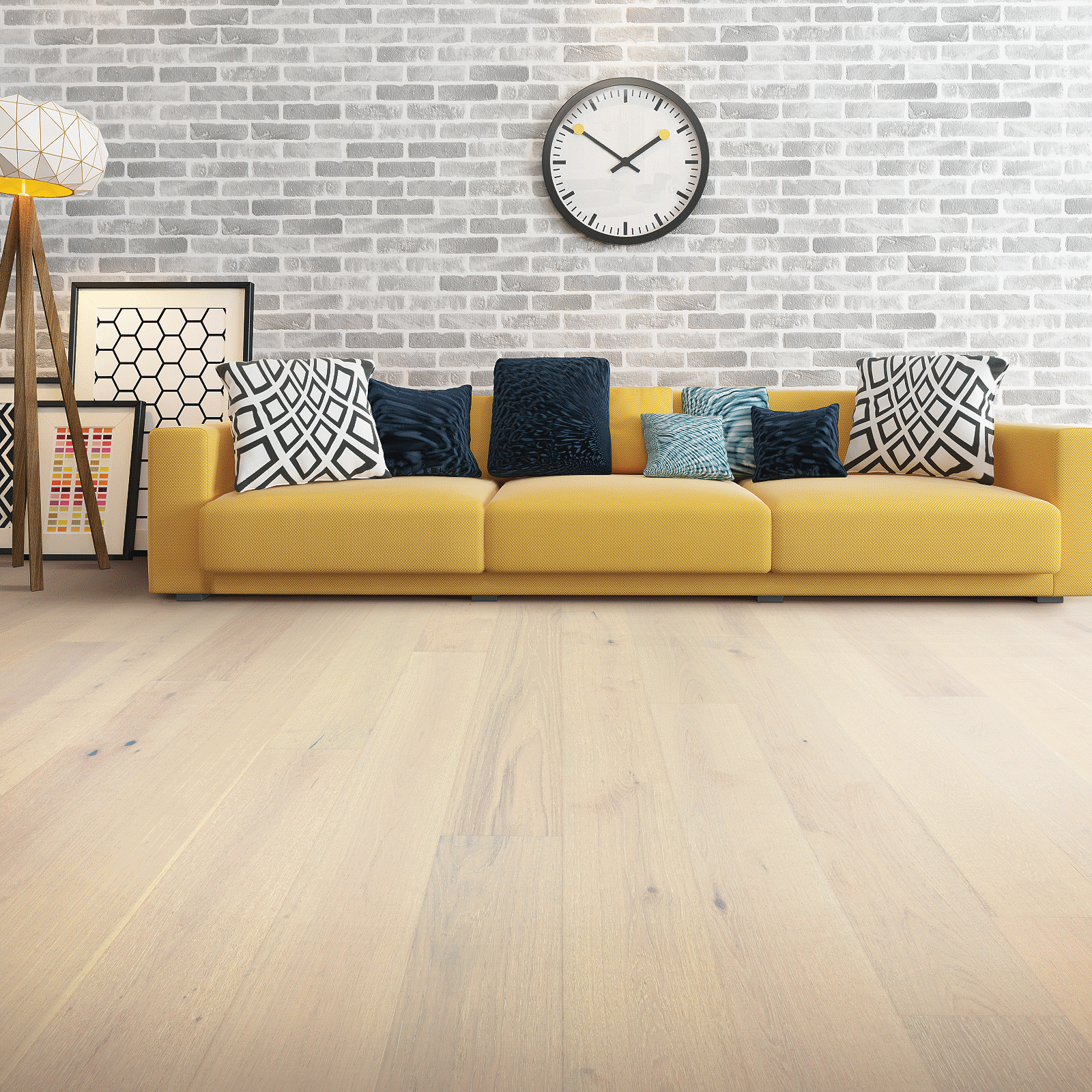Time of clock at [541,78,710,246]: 1:50
